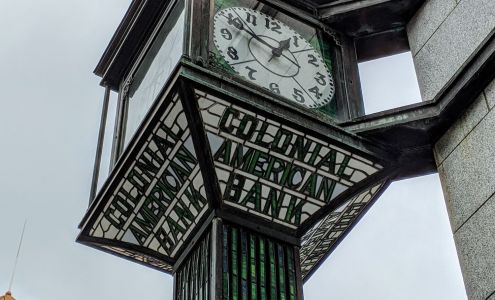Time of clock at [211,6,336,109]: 12:49
